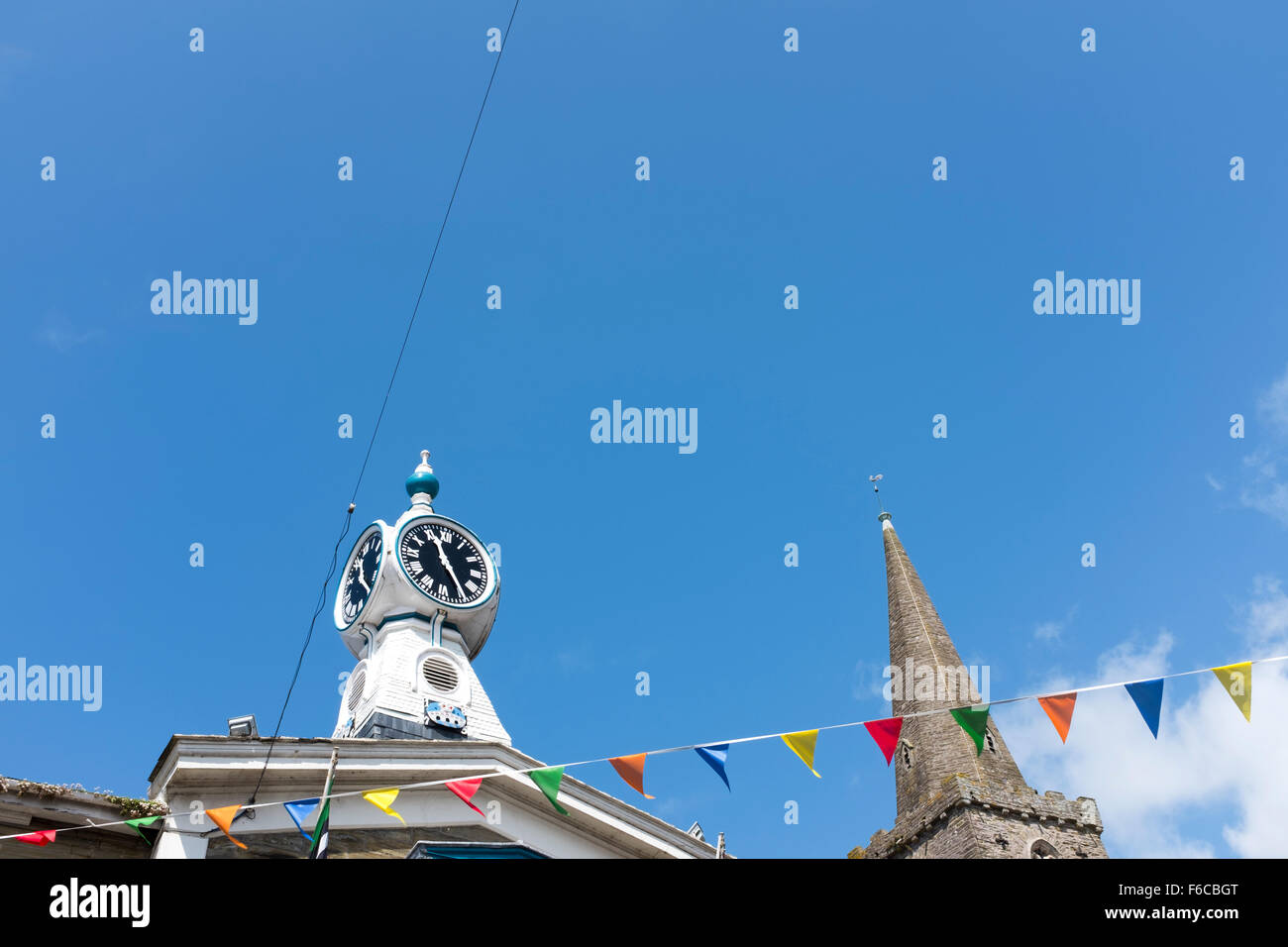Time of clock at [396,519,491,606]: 11:24
